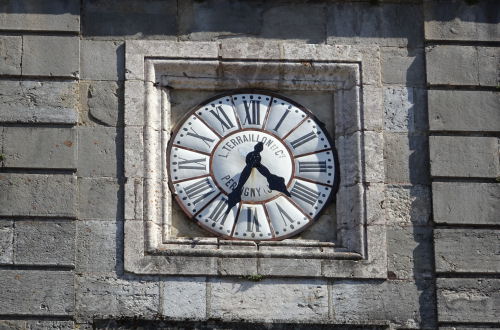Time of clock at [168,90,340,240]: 4:34
